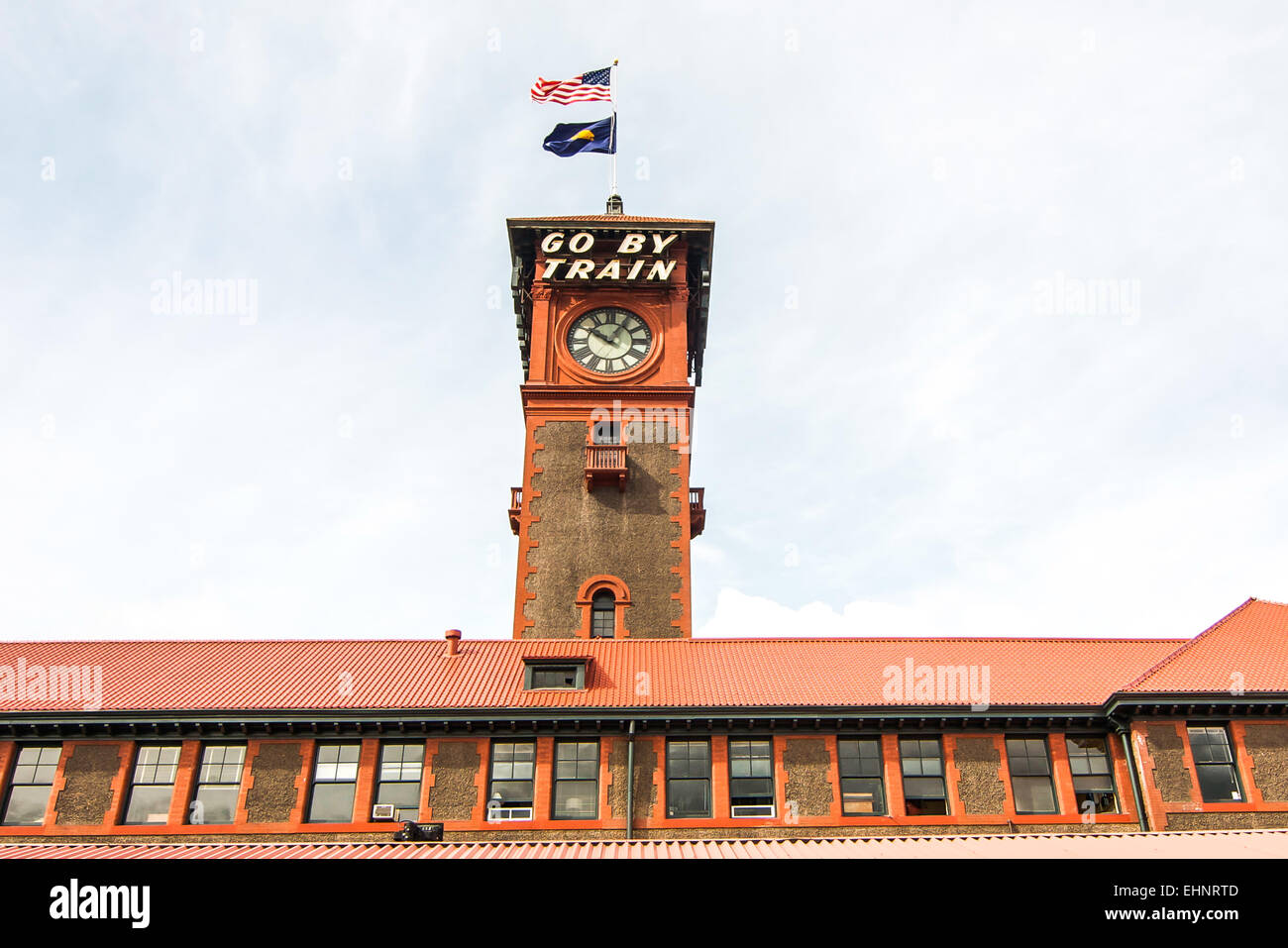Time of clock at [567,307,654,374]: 10:05
